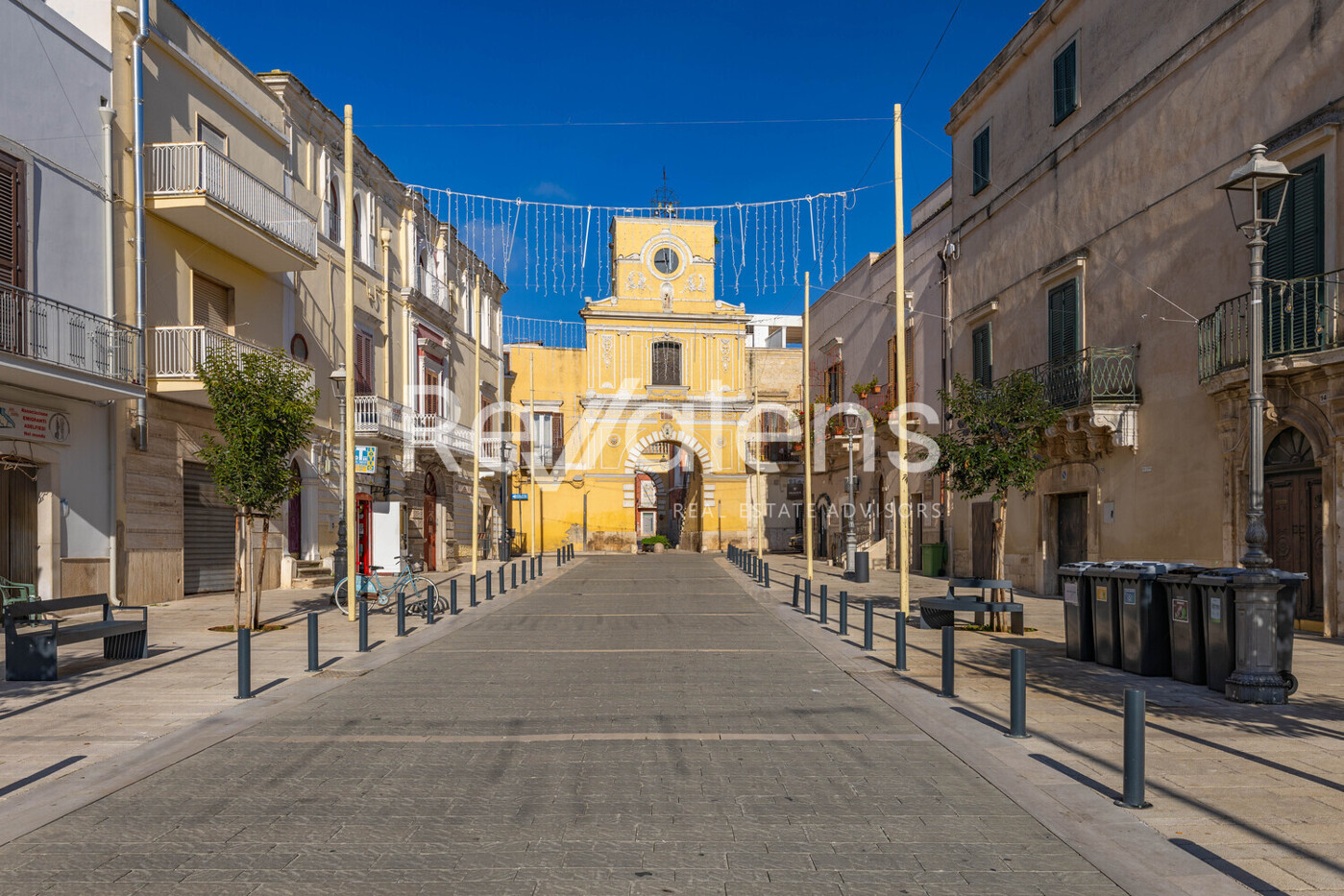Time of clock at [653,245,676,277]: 11:44
